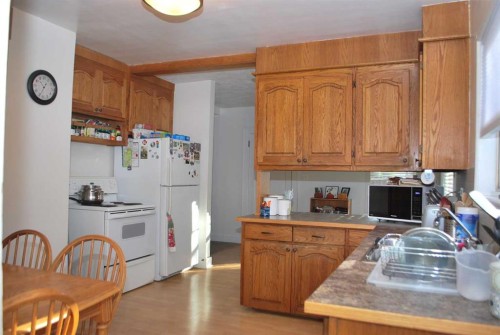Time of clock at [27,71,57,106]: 10:34
